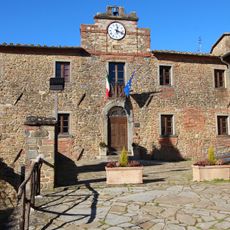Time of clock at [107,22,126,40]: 12:18
